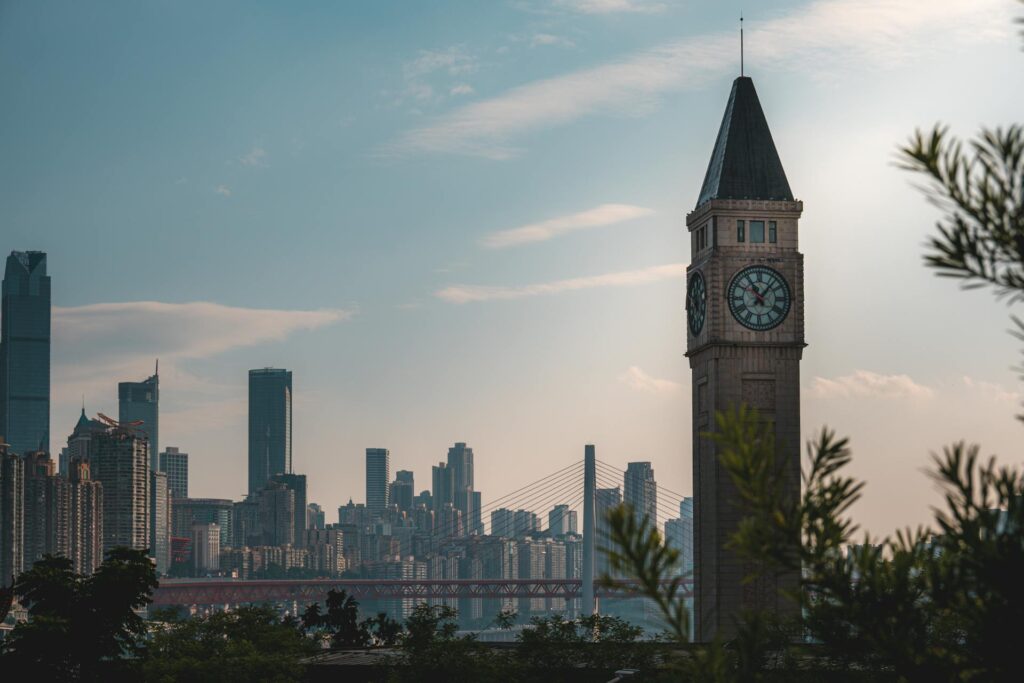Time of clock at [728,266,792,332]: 11:06
